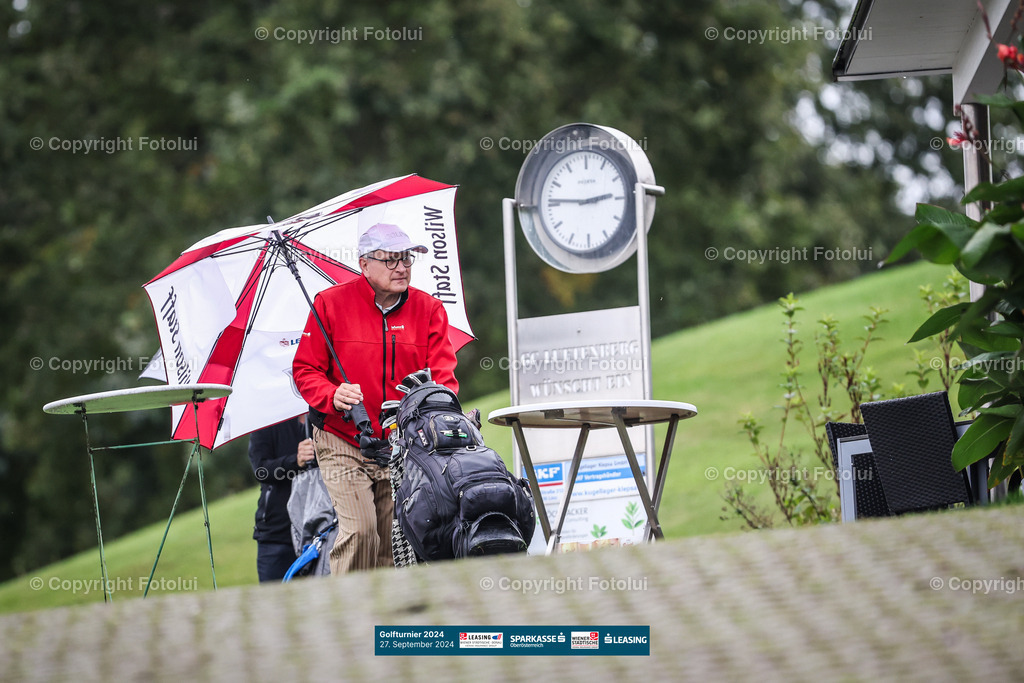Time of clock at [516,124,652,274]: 2:45
